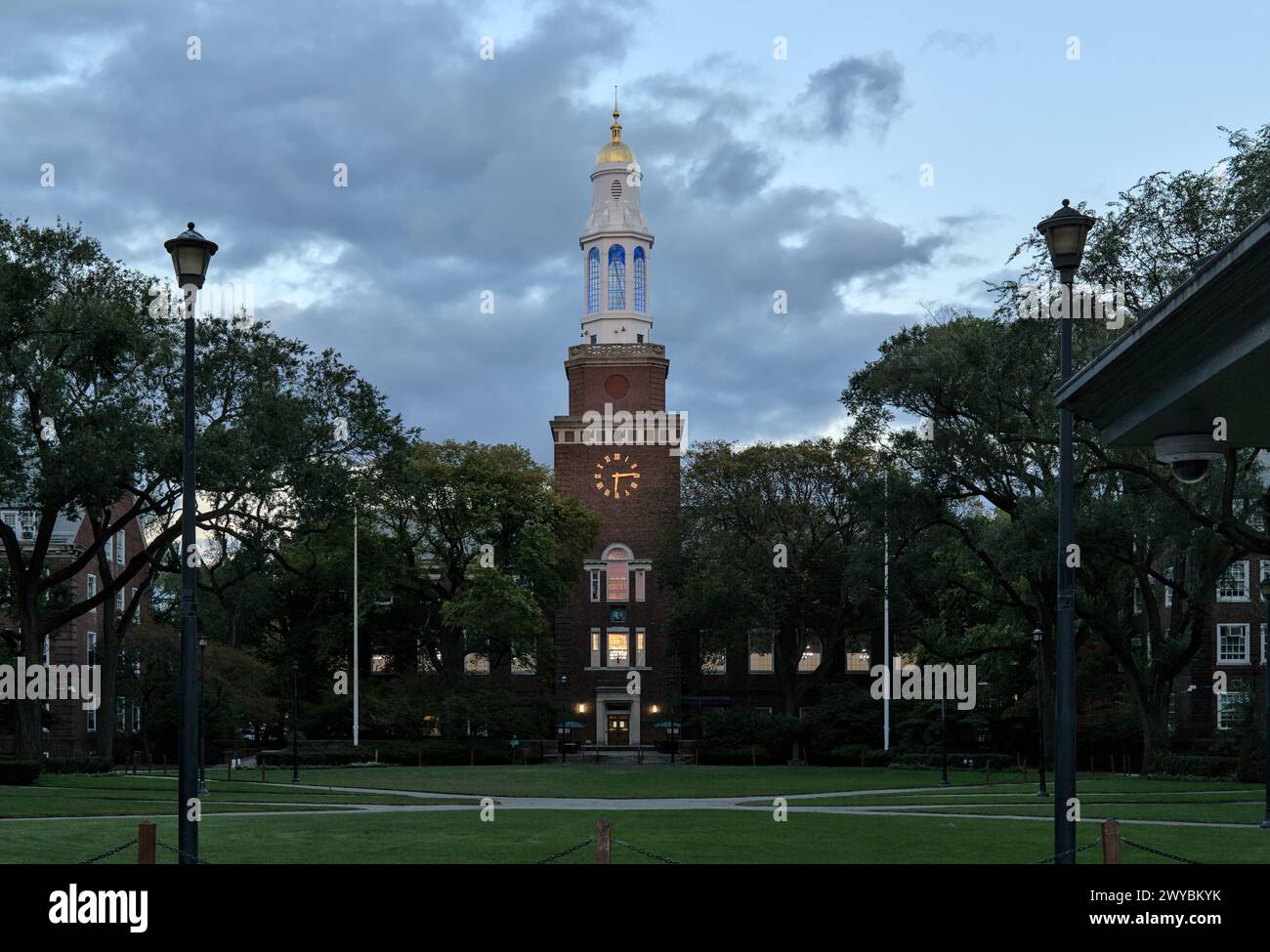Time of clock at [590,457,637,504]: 6:14
